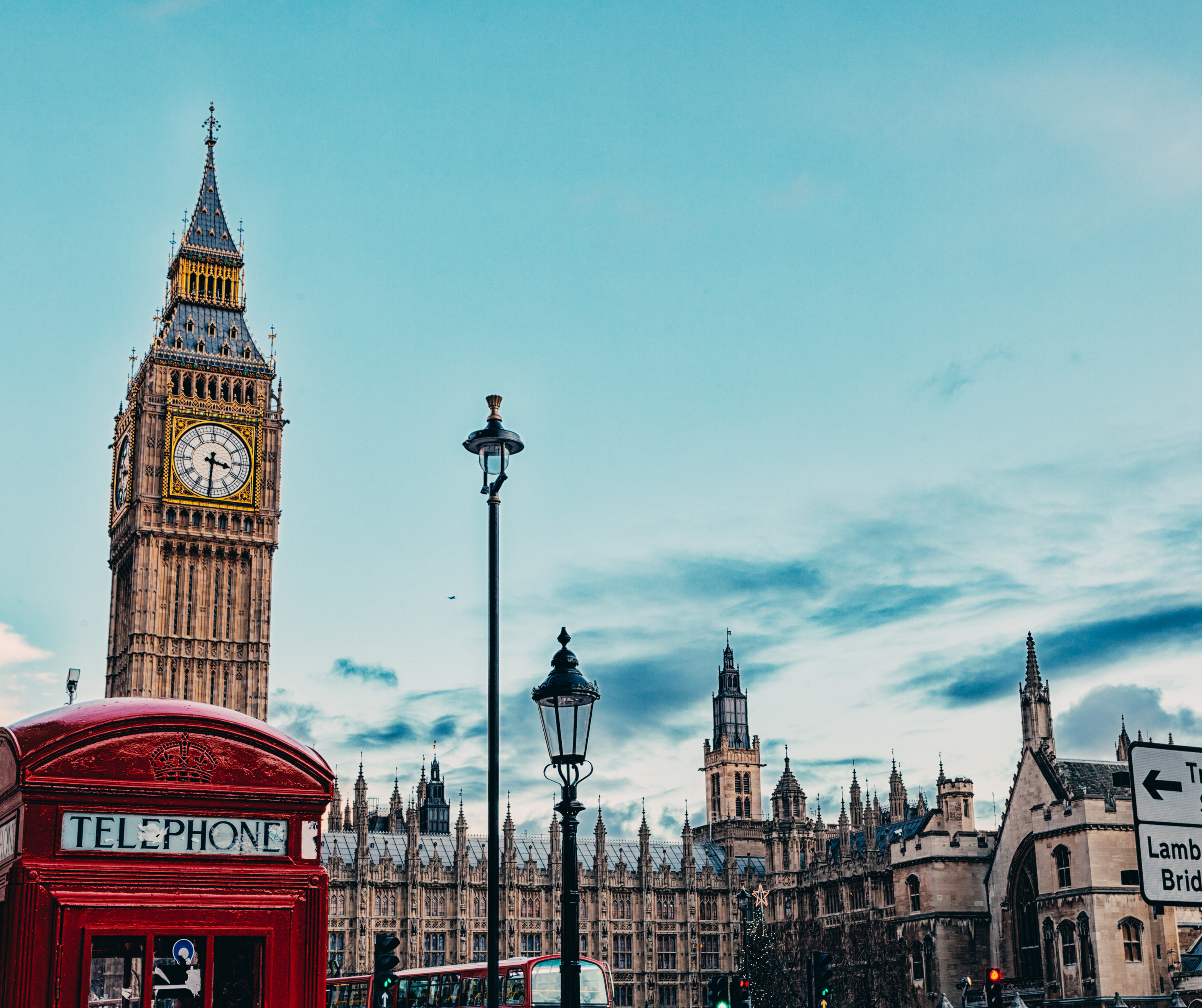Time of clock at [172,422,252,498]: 3:30
